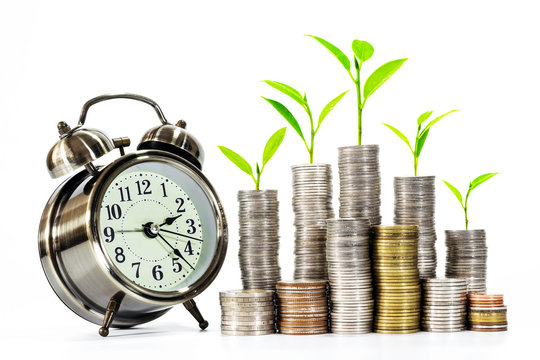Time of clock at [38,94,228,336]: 2:22
